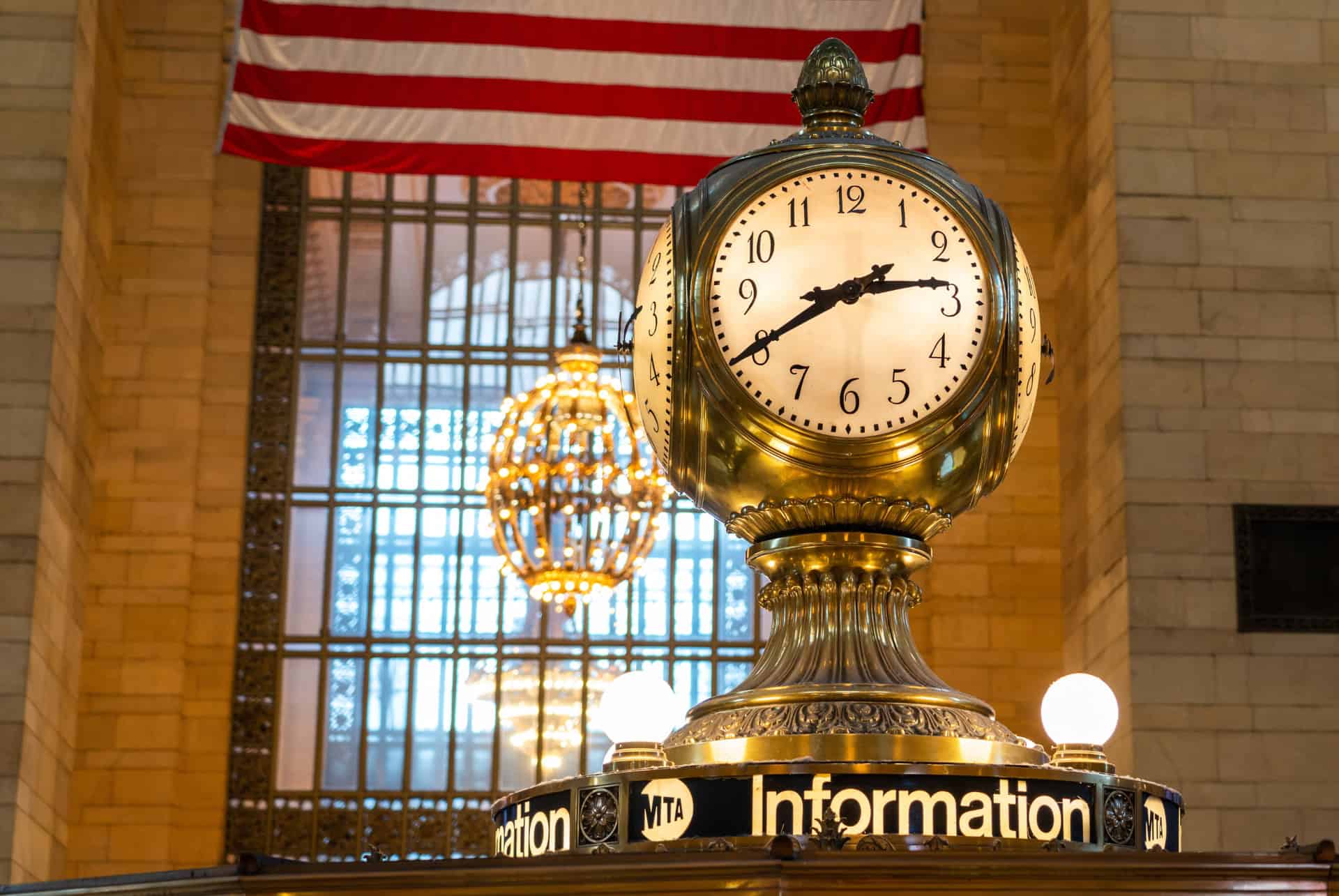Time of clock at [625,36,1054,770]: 2:40
